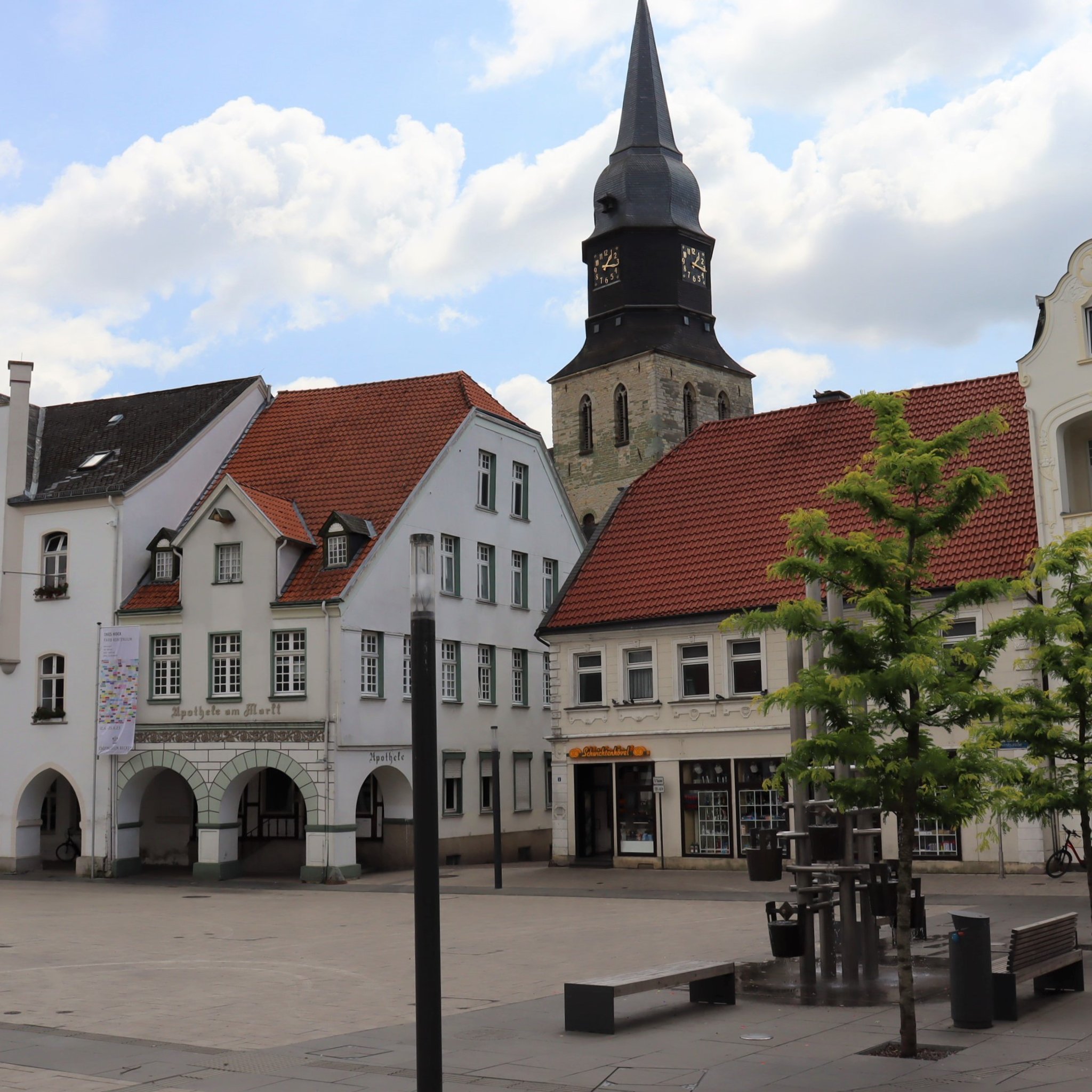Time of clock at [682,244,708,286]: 1:16
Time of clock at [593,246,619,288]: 1:16
